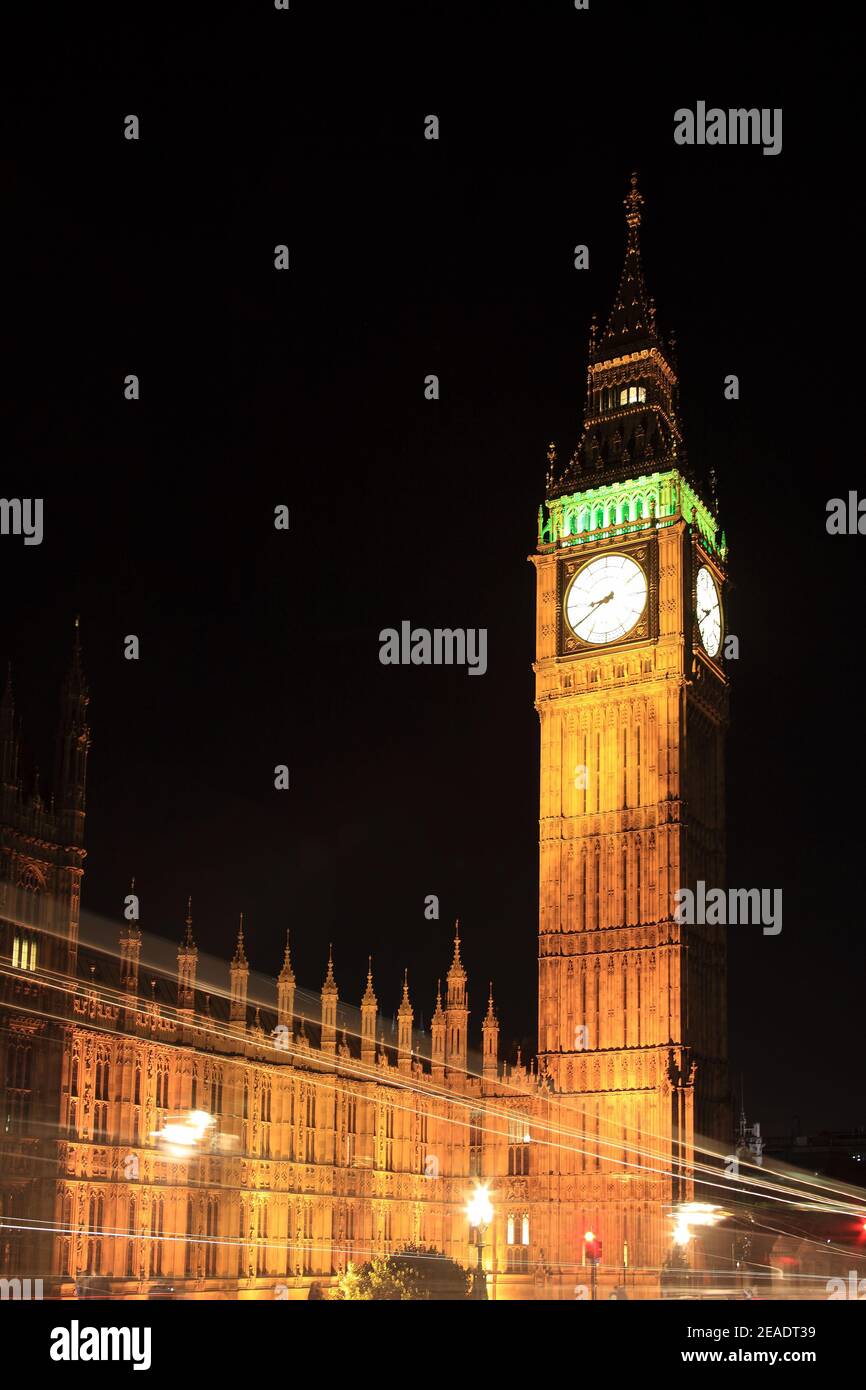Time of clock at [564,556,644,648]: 8:39
